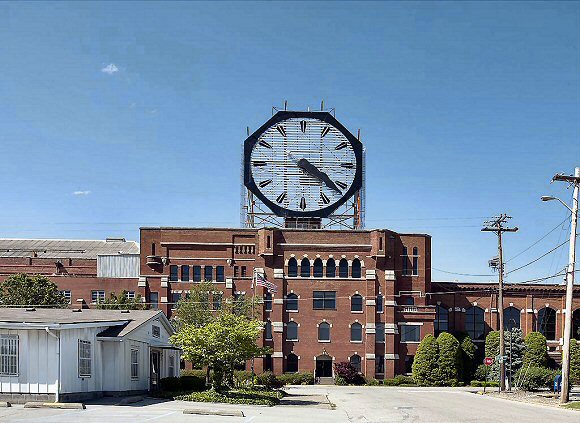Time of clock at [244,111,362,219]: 4:21
